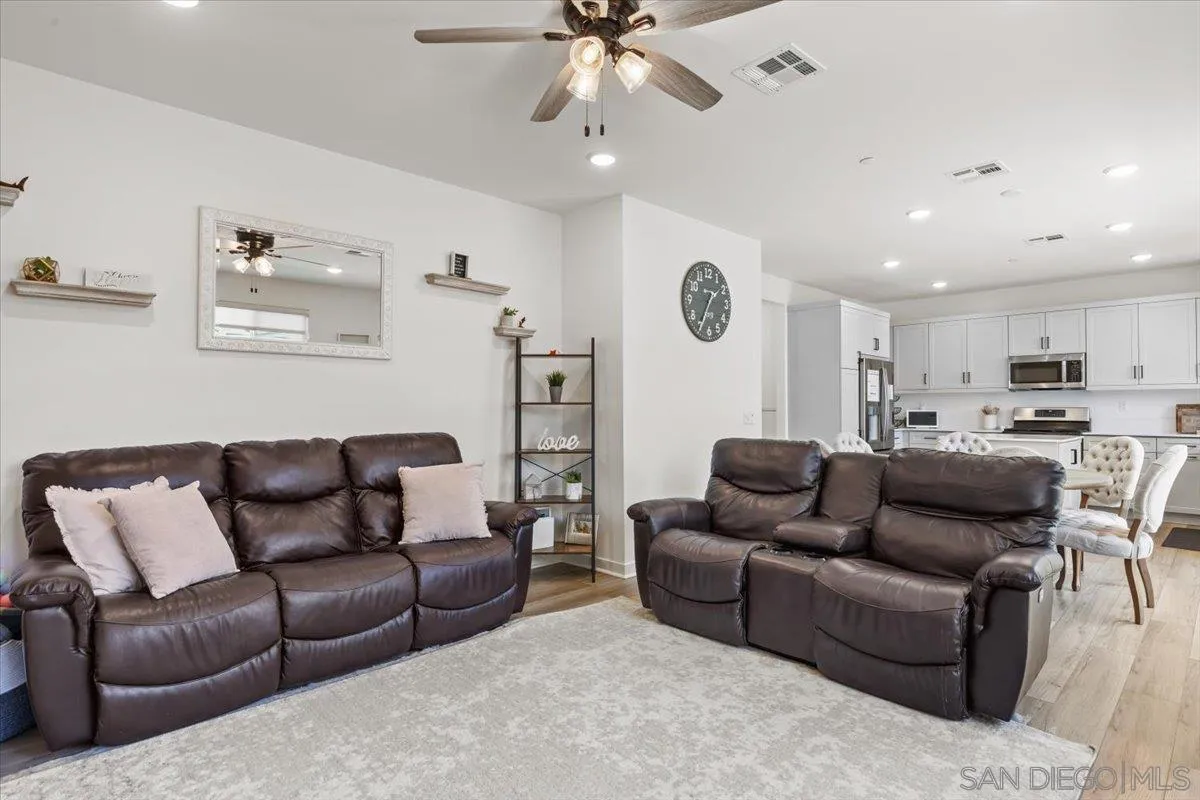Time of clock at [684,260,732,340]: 1:35
